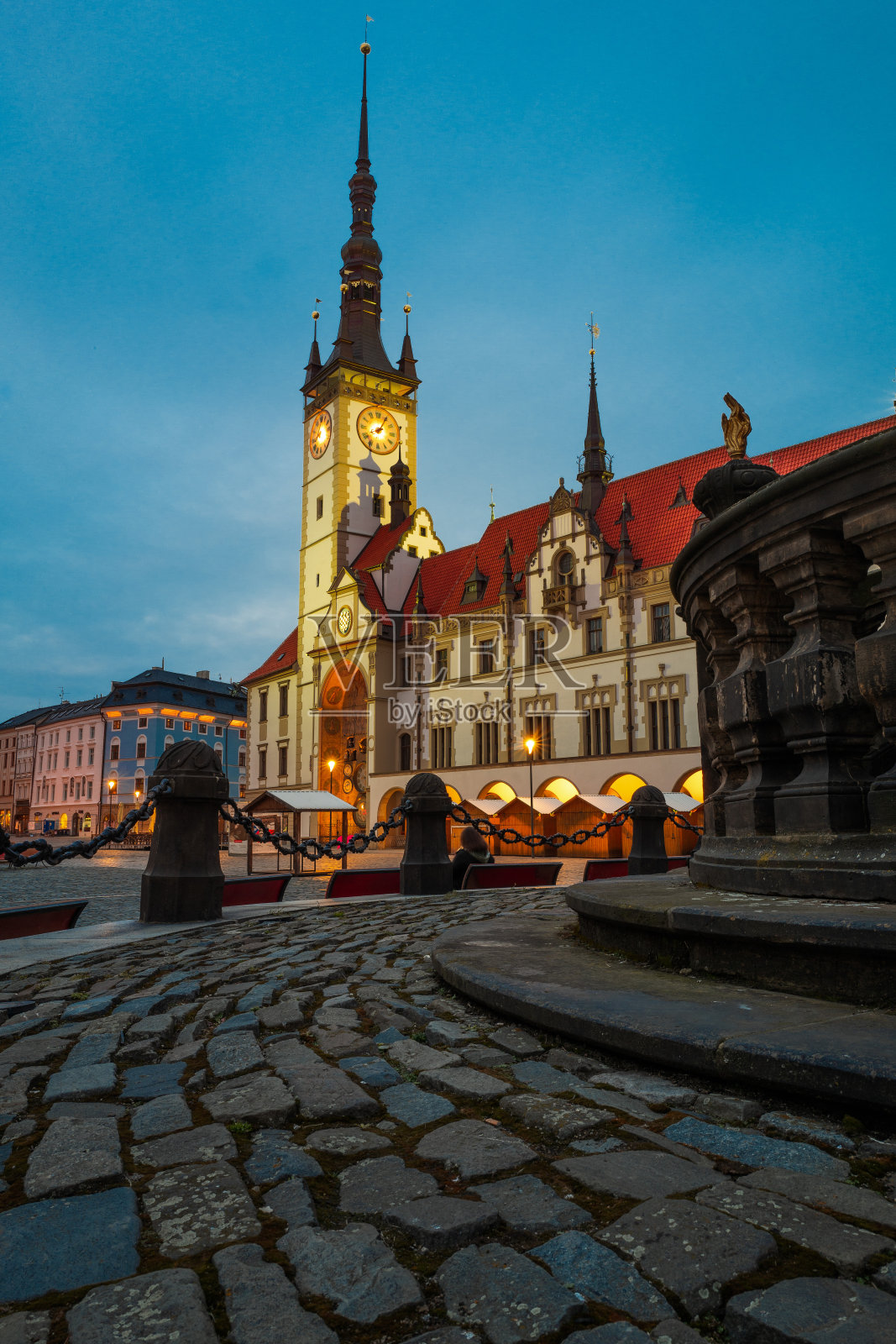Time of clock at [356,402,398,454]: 8:04
